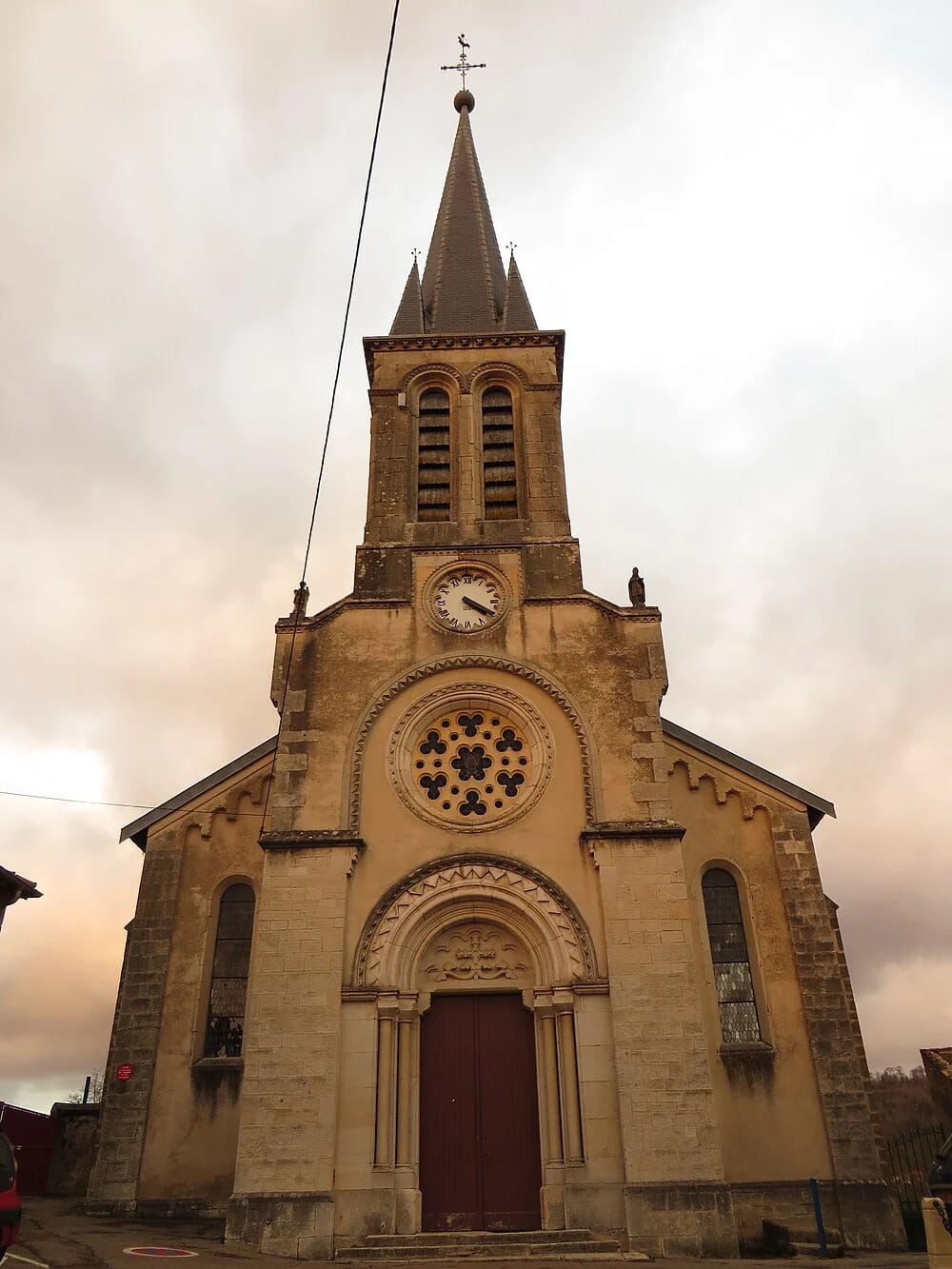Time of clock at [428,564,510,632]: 4:20
